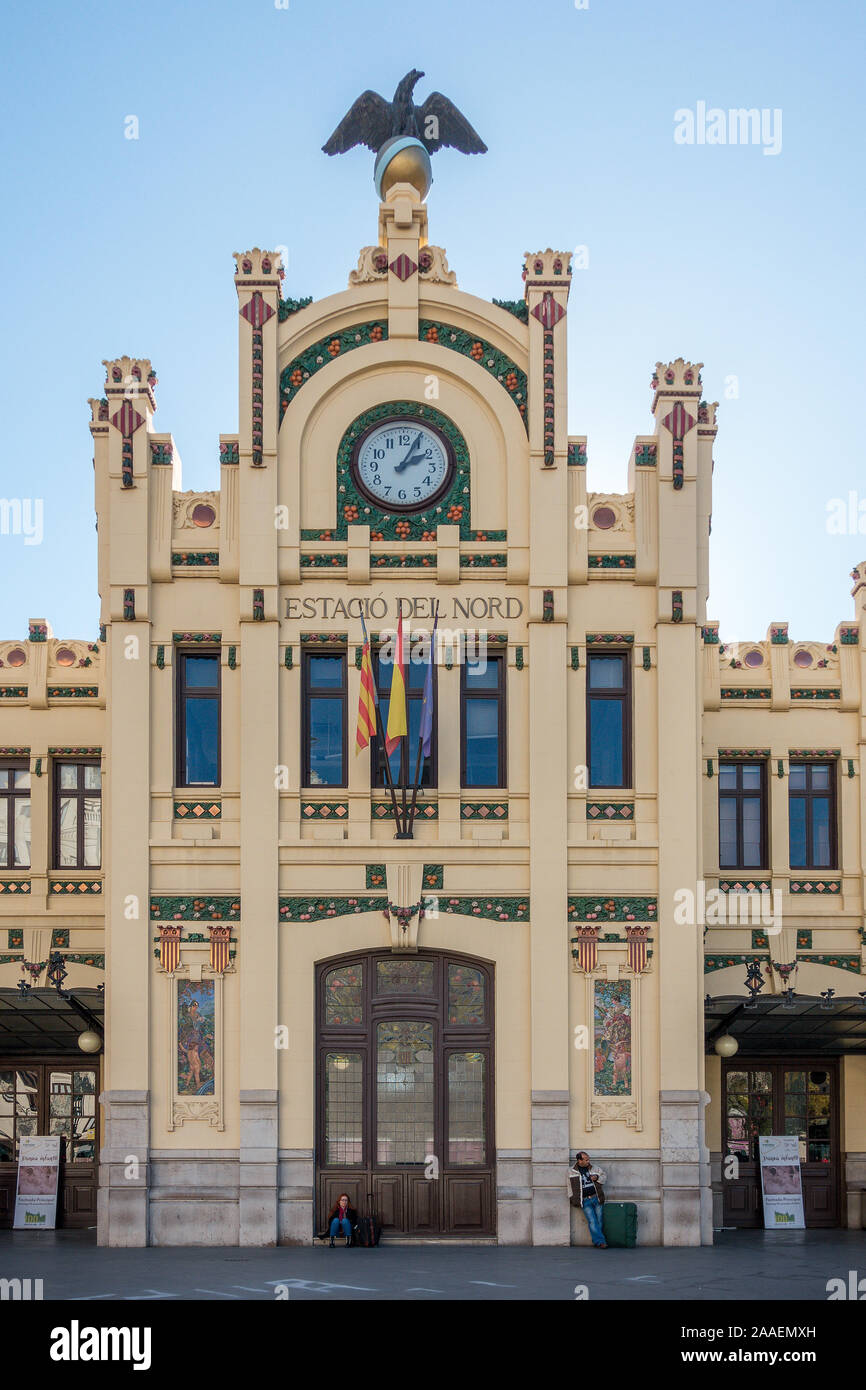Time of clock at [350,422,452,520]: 2:04
